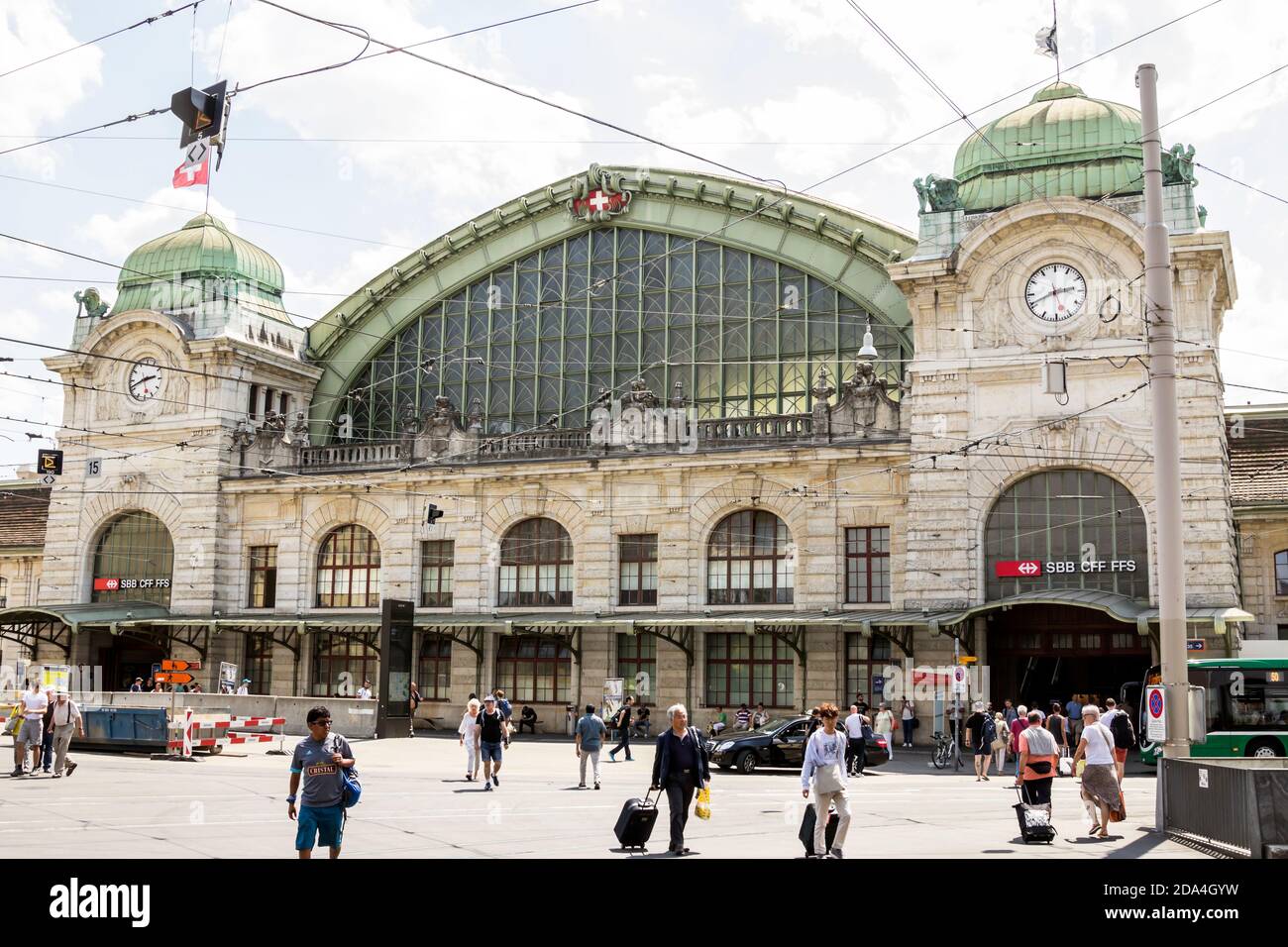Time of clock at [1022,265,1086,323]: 2:40
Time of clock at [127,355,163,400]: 2:41
